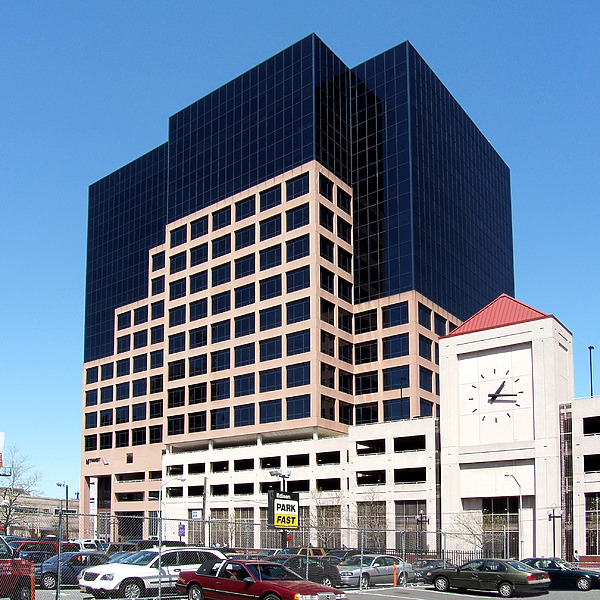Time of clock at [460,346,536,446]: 1:16
